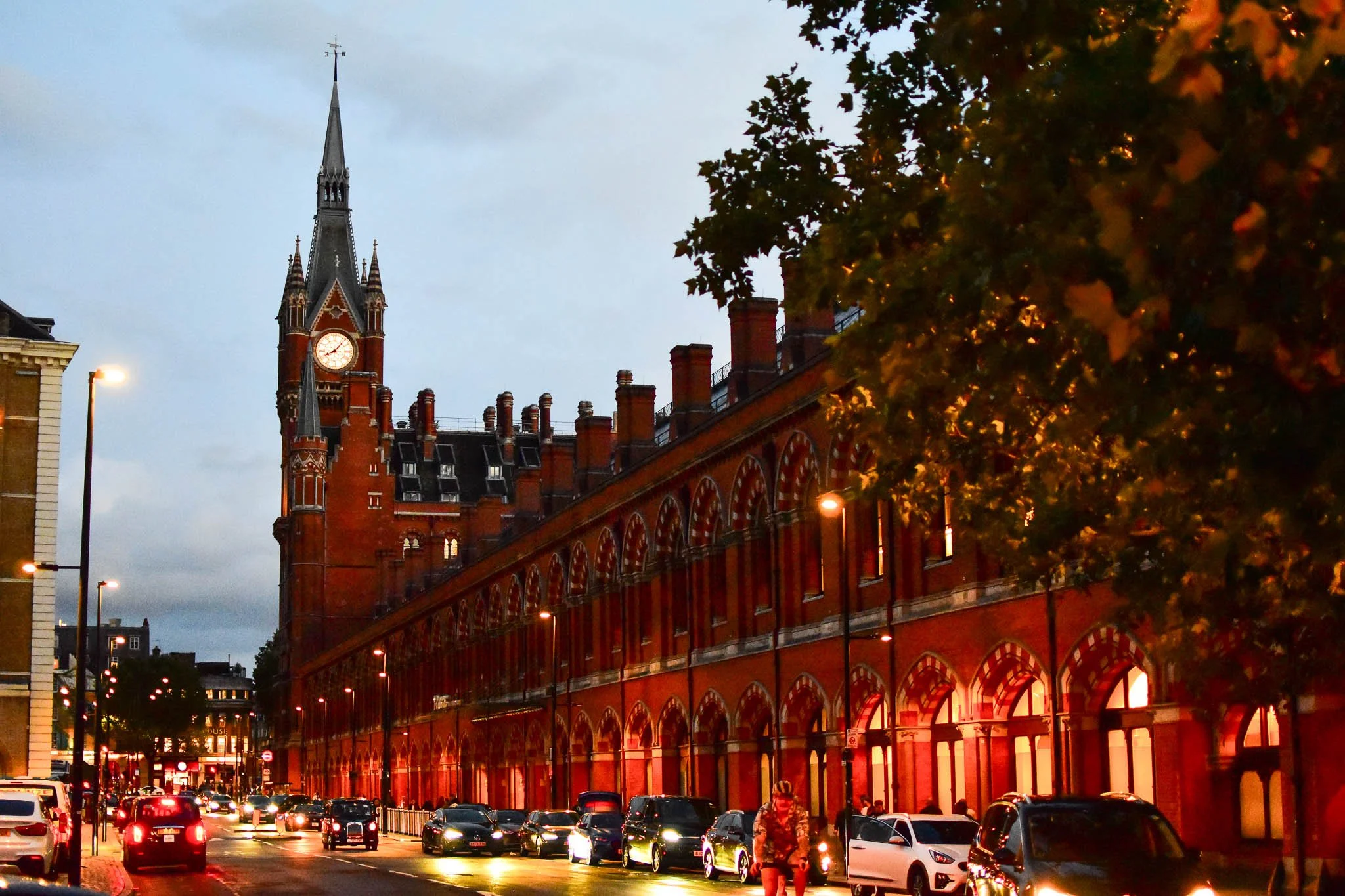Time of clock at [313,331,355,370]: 8:07
